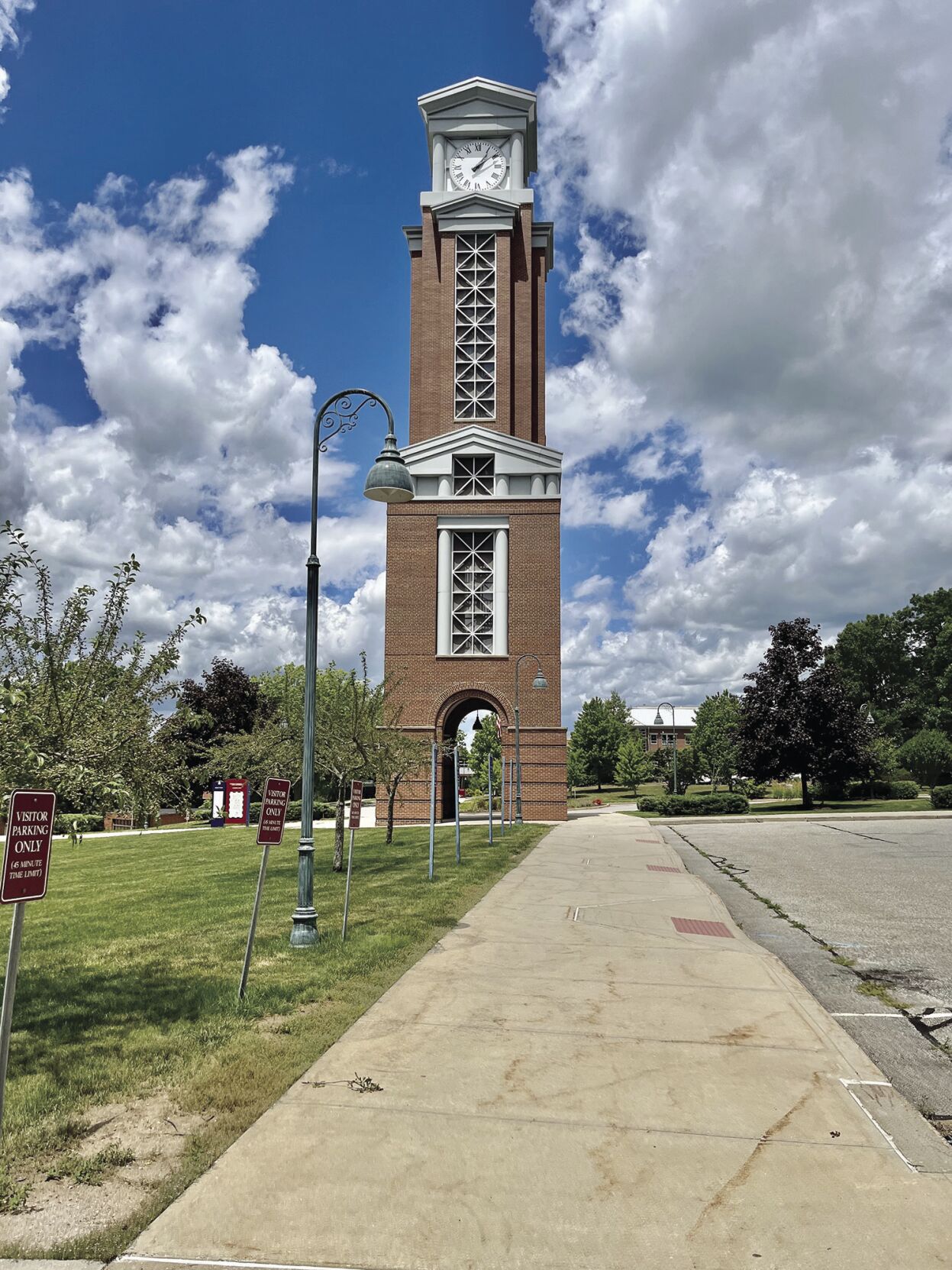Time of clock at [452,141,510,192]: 1:08
